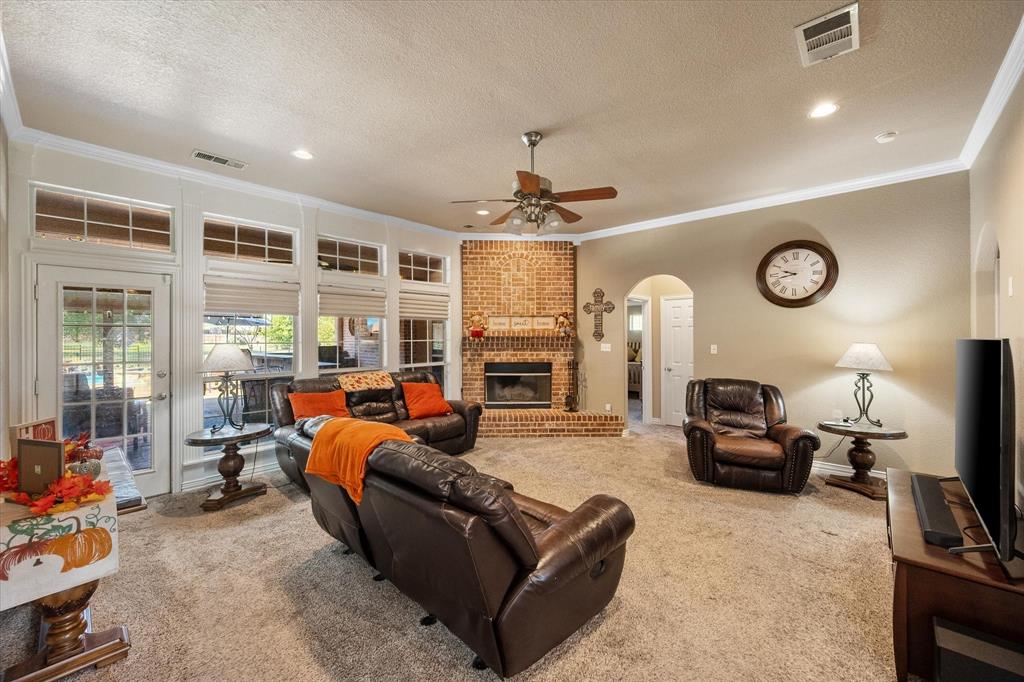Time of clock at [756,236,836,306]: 9:42
